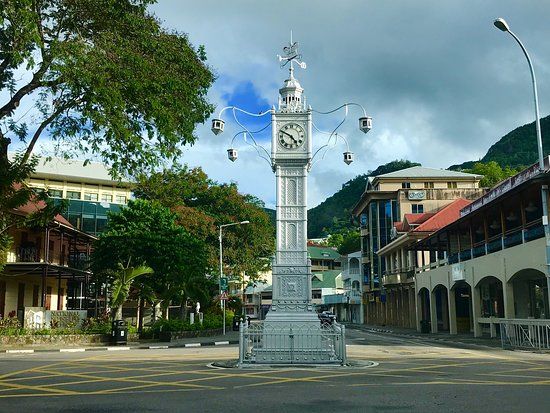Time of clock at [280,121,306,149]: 4:49
